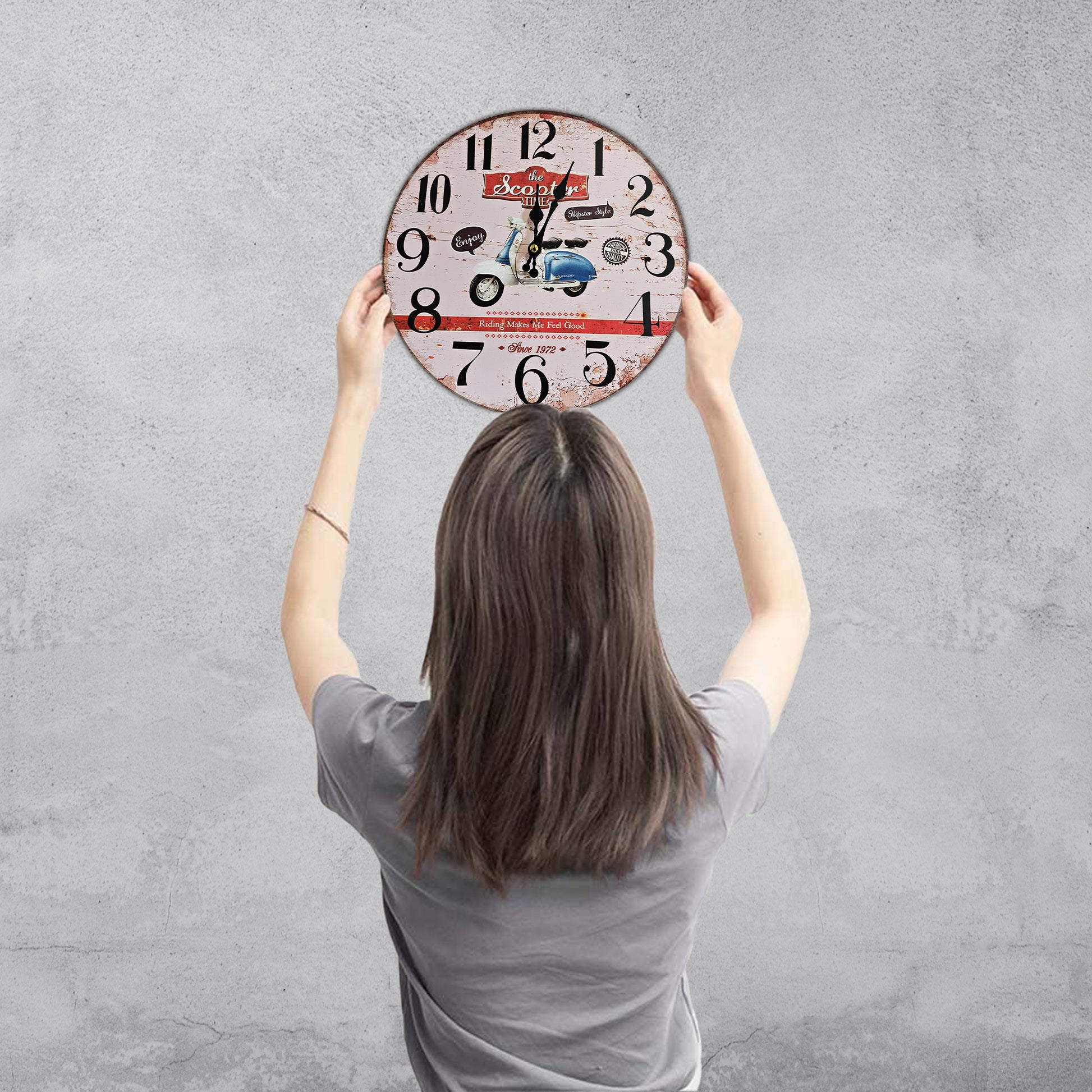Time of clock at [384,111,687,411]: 12:03
